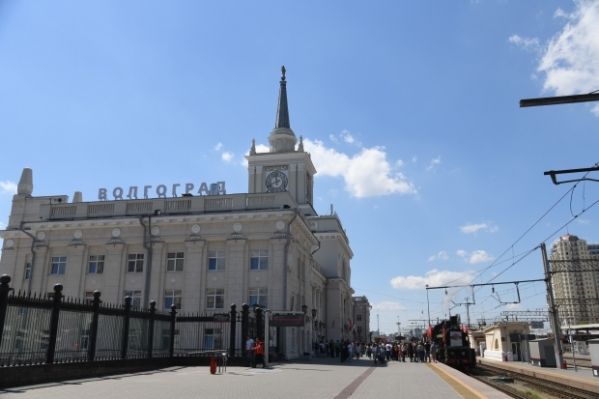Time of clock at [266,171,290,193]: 11:41
